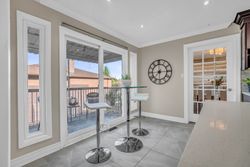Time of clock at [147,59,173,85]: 7:15
